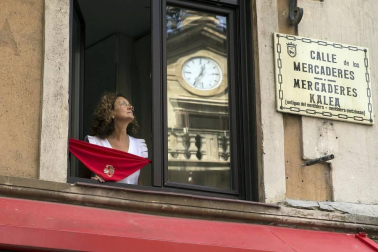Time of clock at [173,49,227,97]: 12:34
